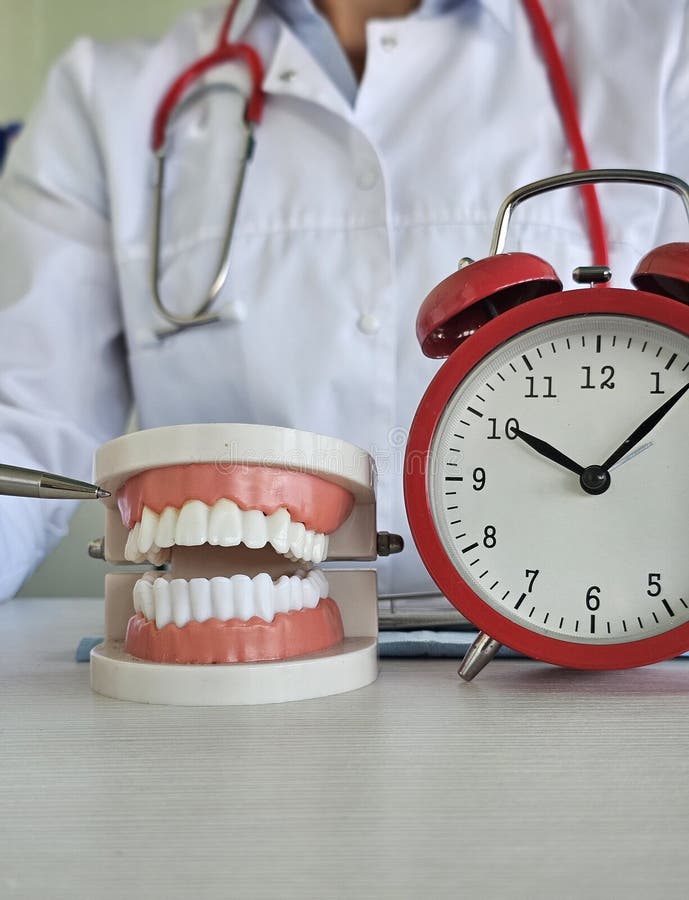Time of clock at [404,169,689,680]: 10:07
